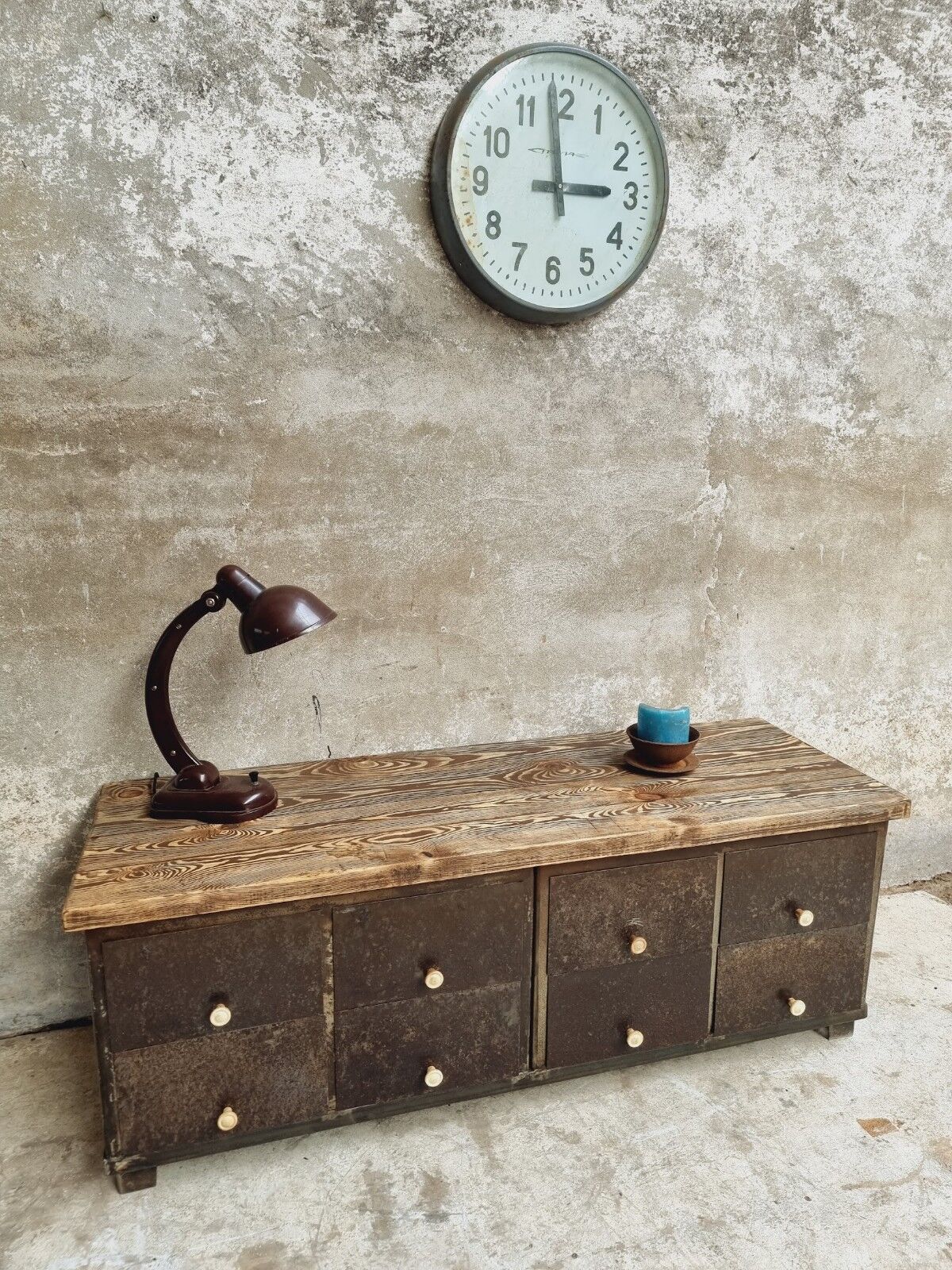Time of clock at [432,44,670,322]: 2:58
